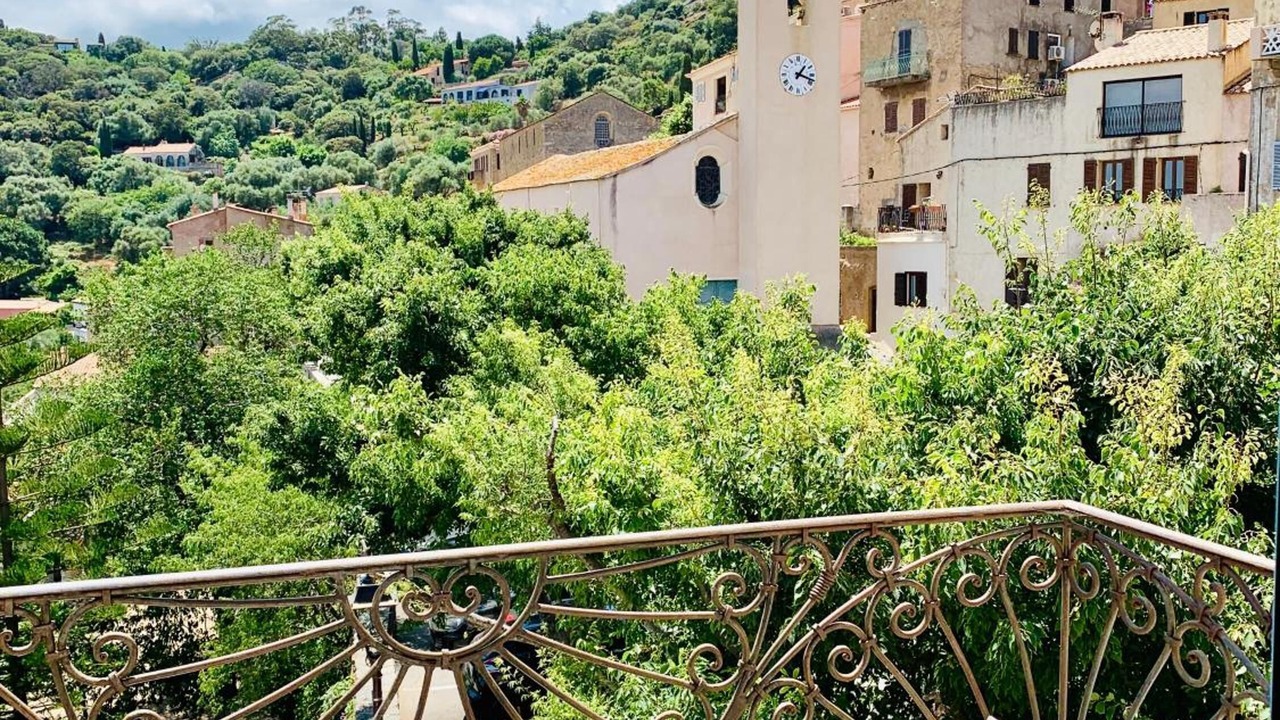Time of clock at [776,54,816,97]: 1:18
